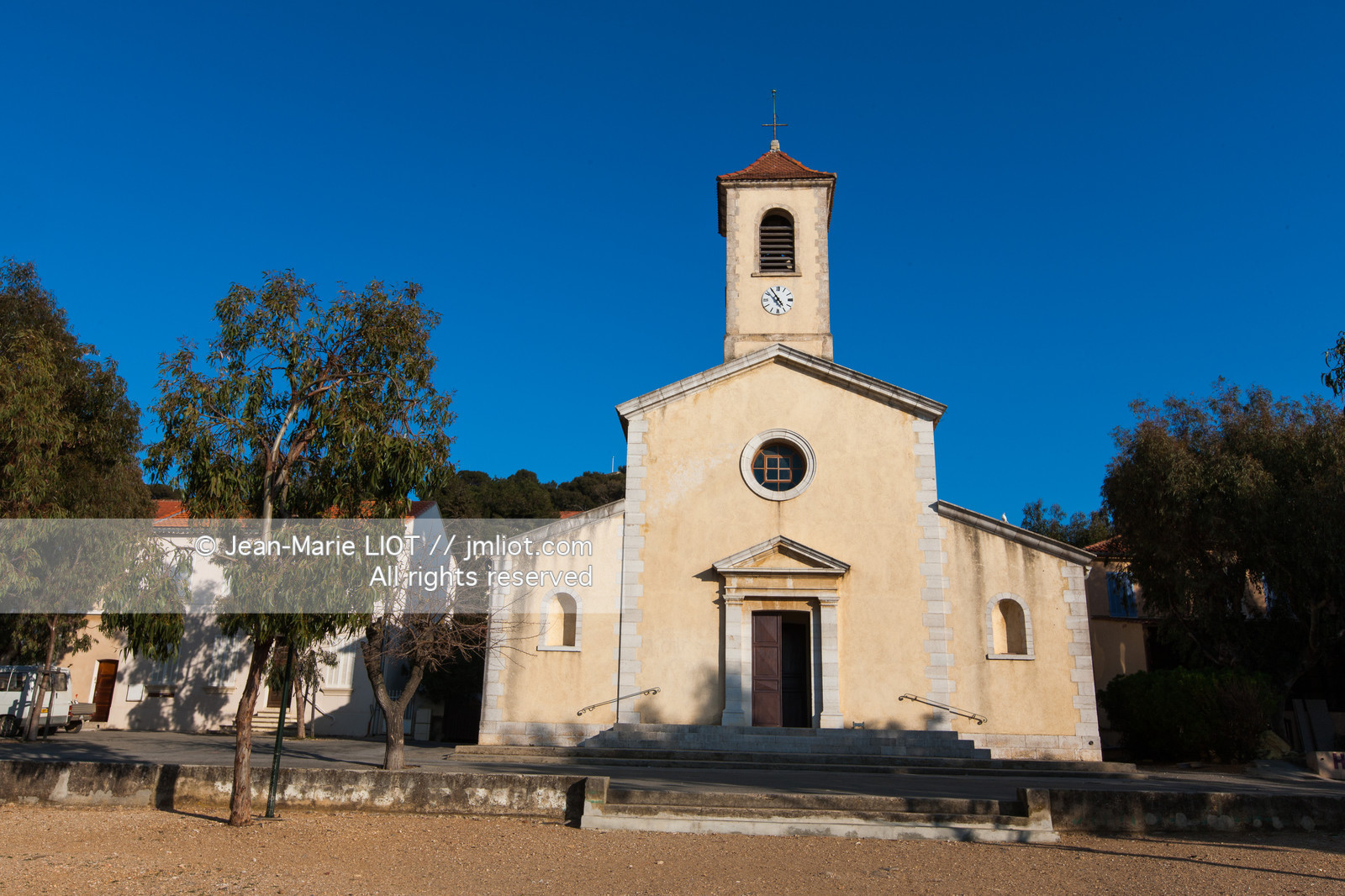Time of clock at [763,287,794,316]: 4:54
